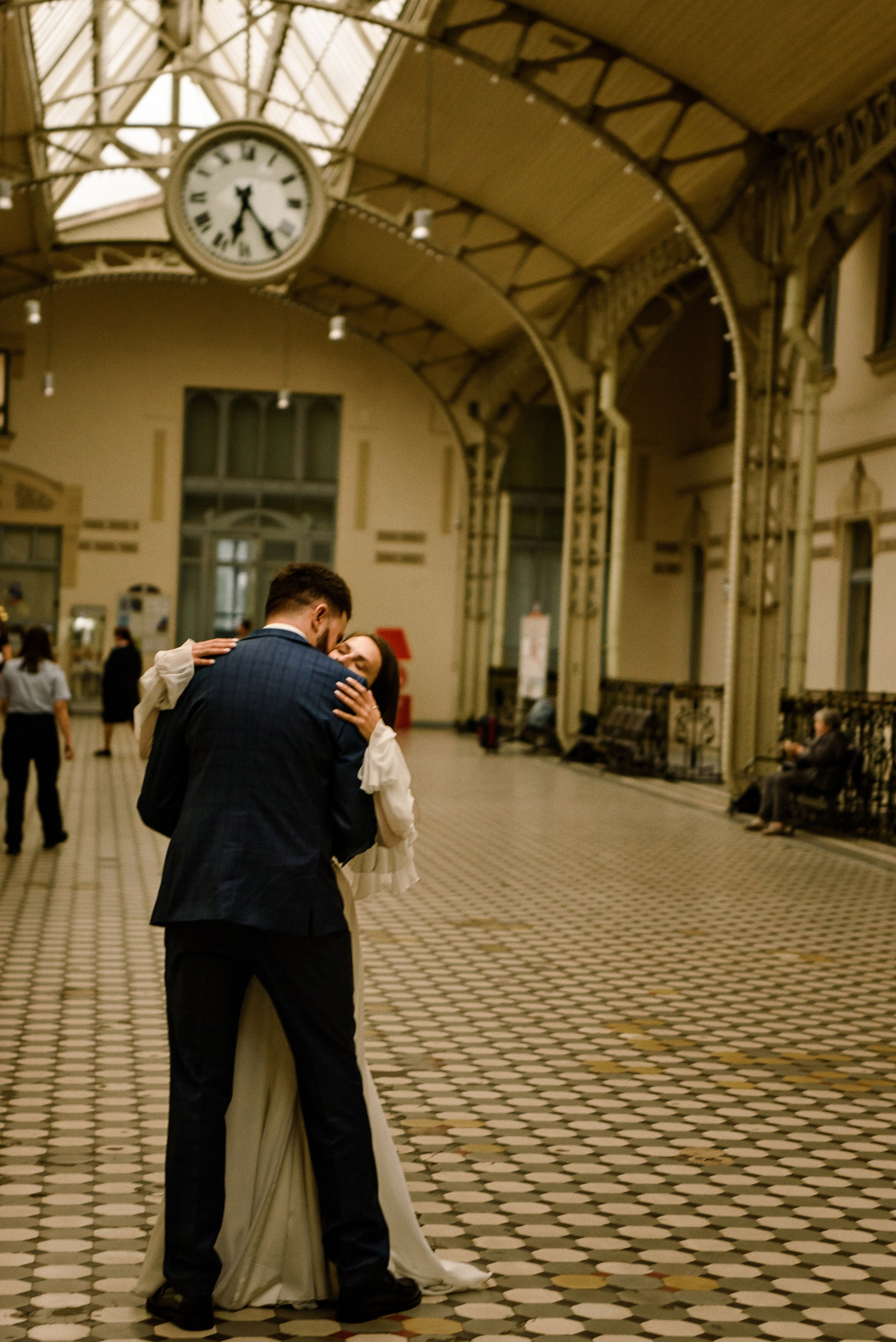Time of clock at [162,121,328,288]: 6:23
